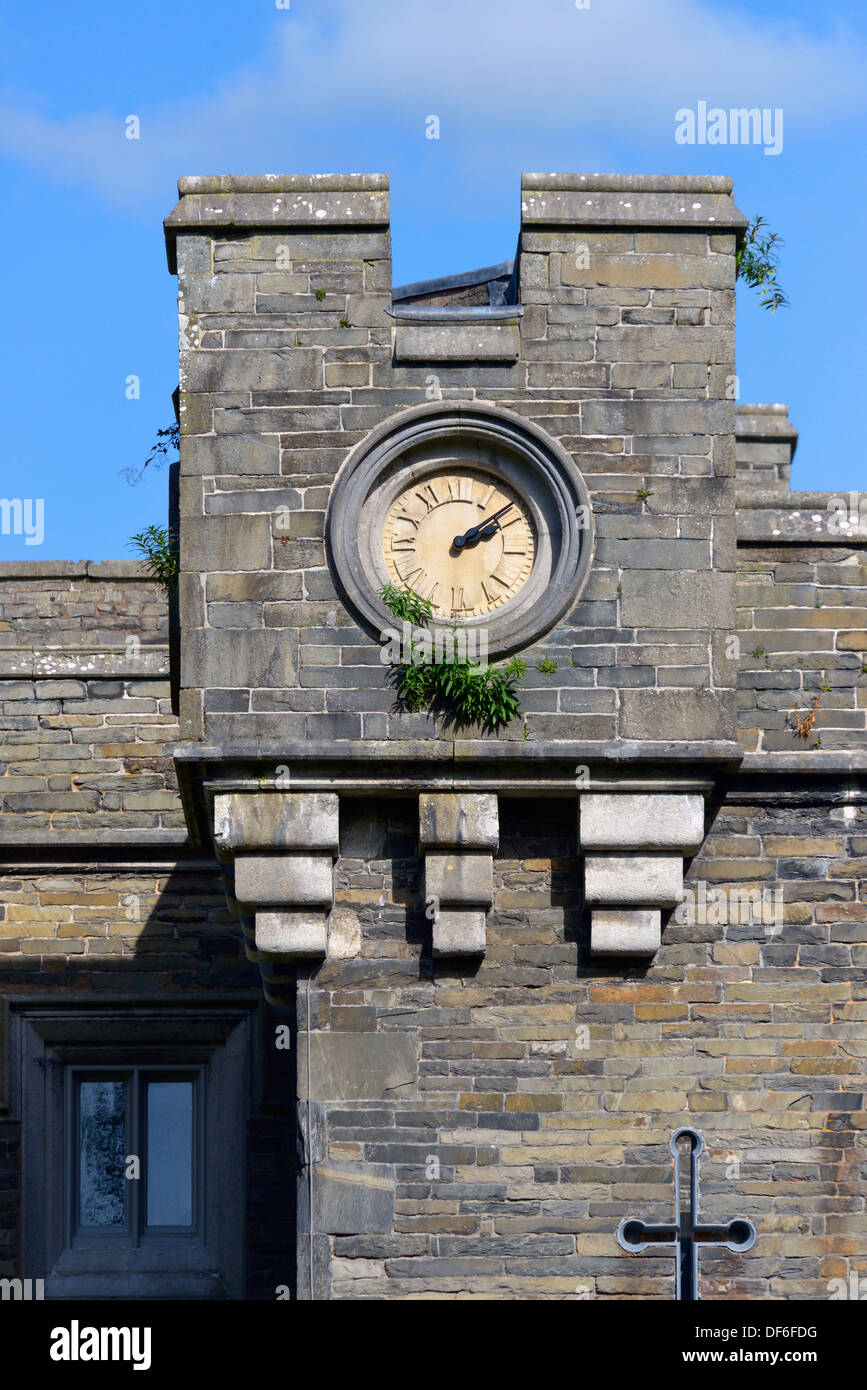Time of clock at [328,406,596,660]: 2:08
